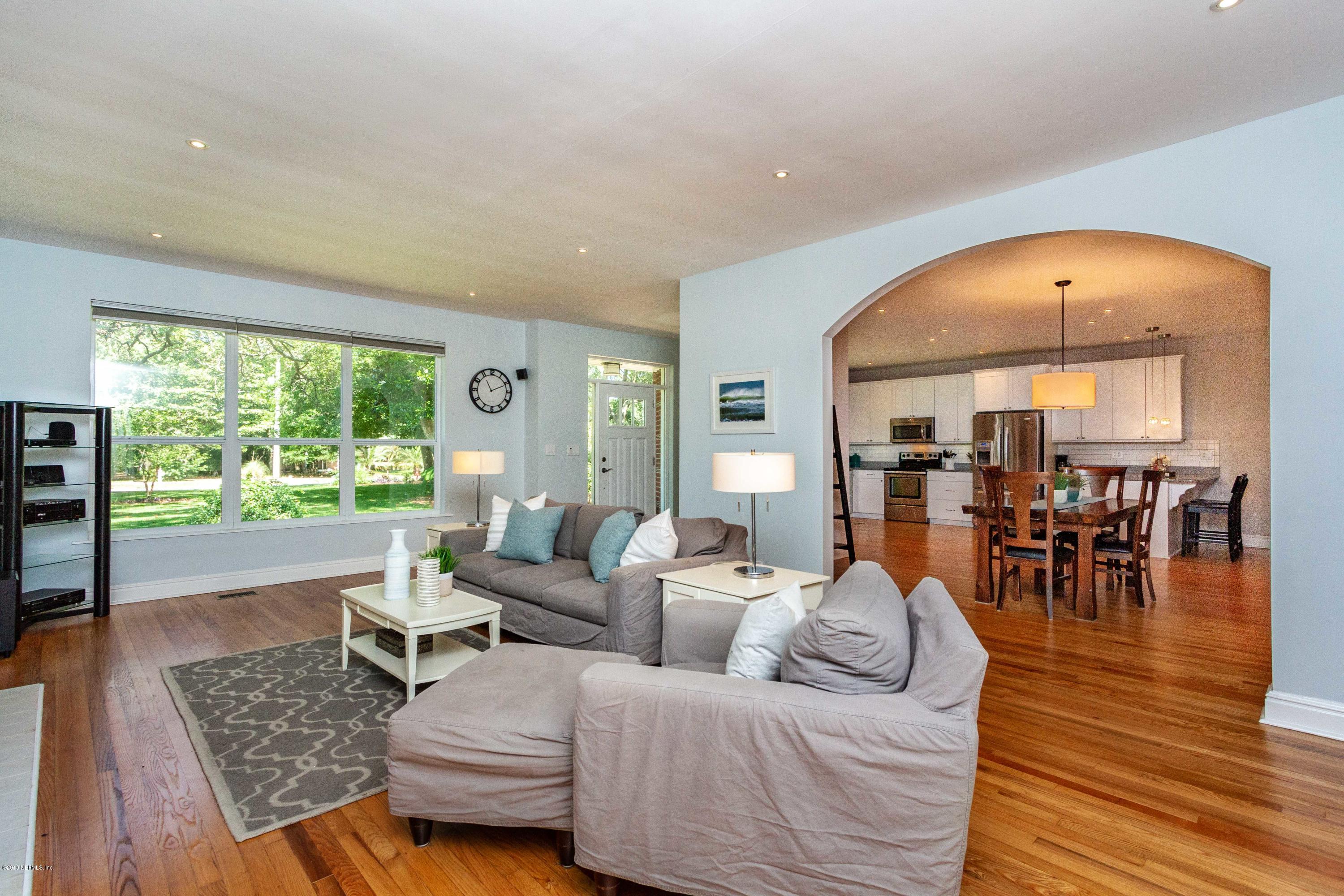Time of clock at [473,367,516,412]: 11:10
